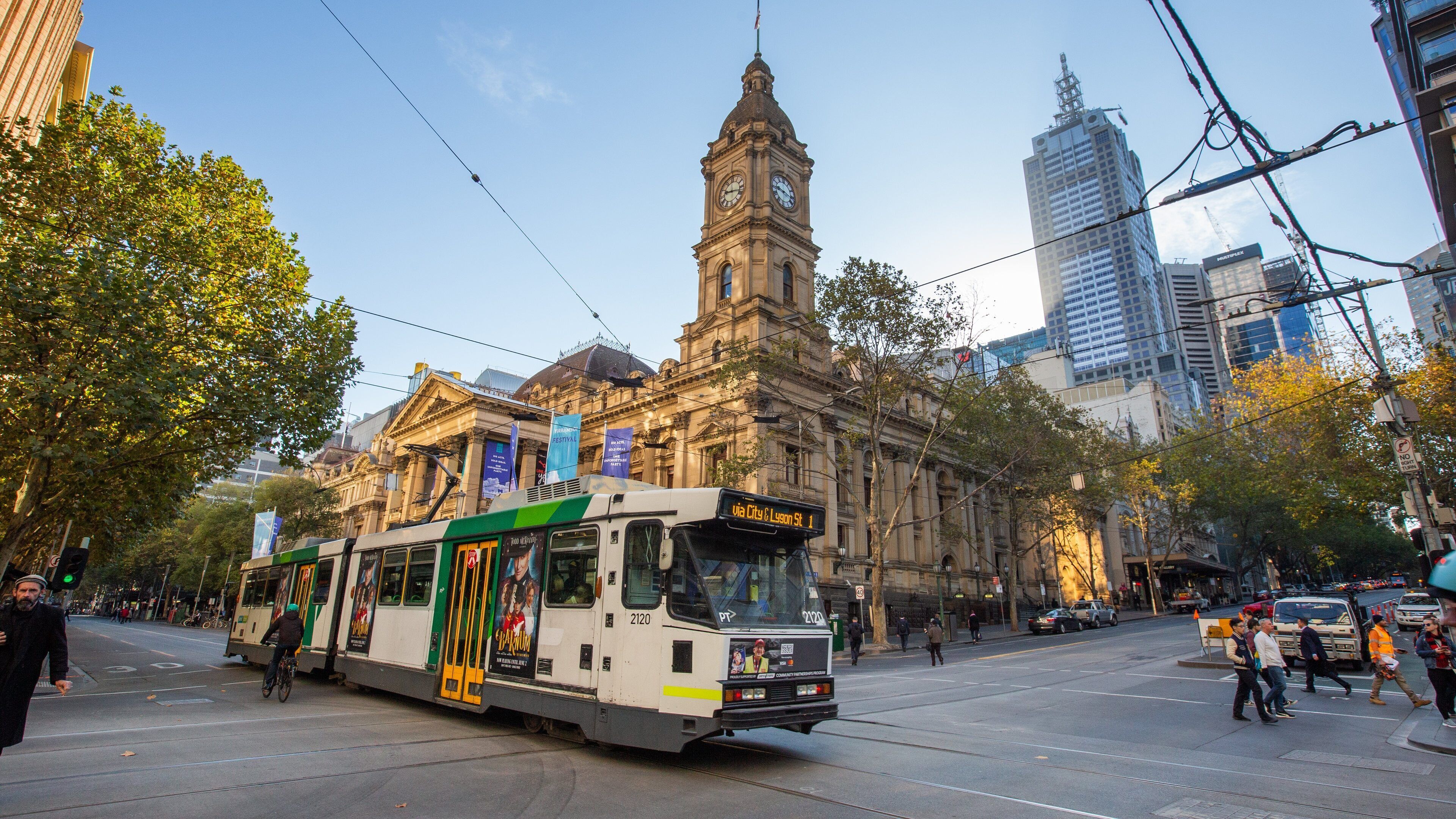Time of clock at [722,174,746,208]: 9:17
